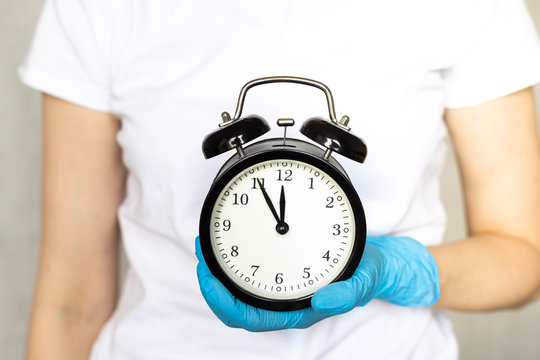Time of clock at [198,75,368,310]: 11:54
